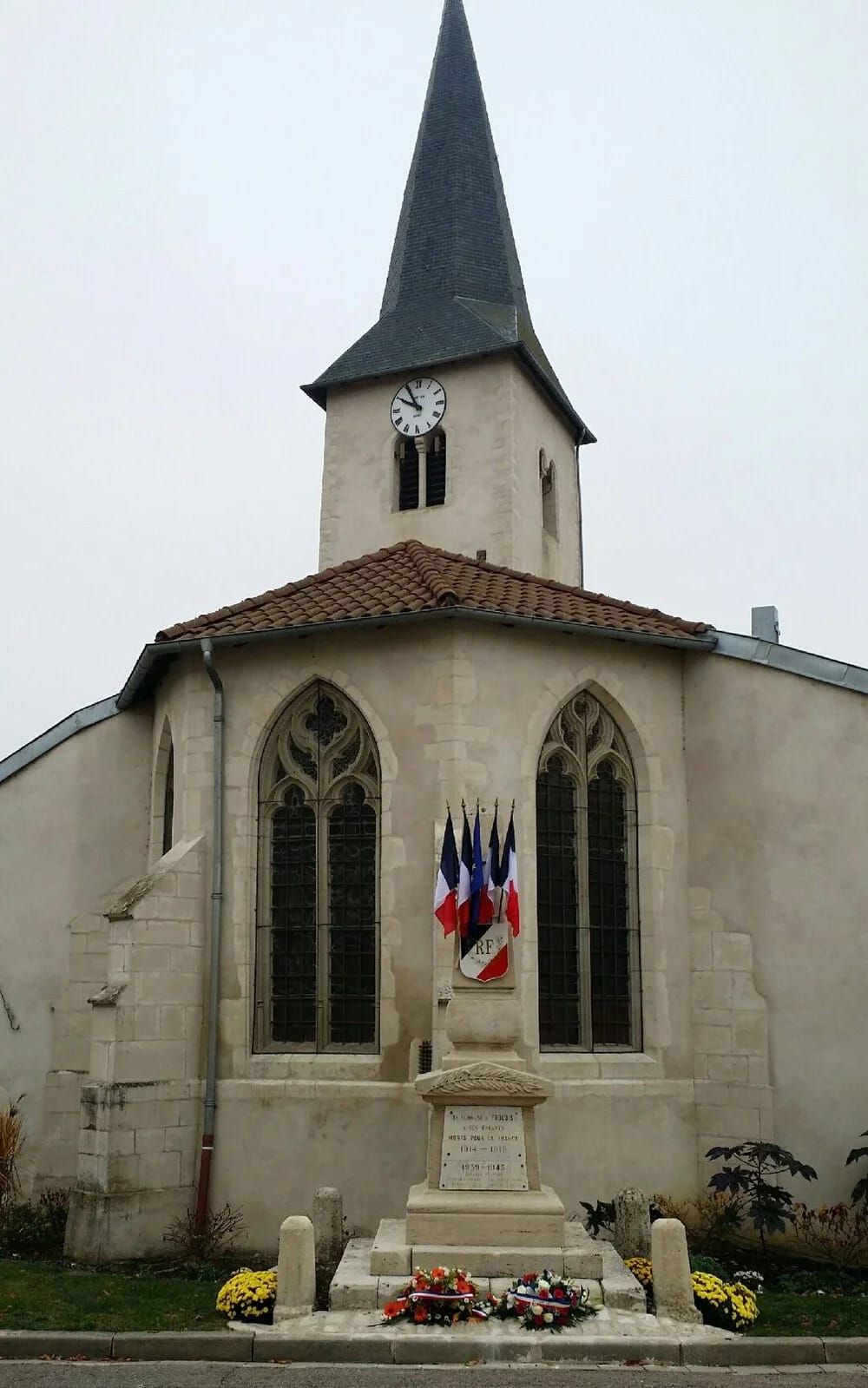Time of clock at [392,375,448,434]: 9:54
